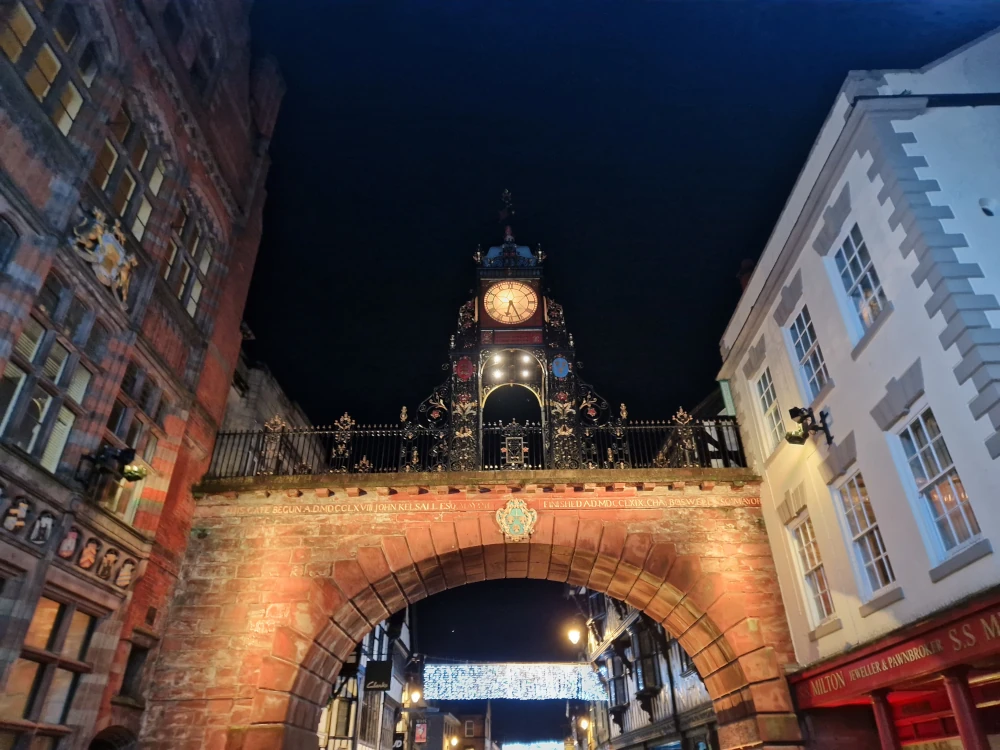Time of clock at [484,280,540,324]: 6:26
